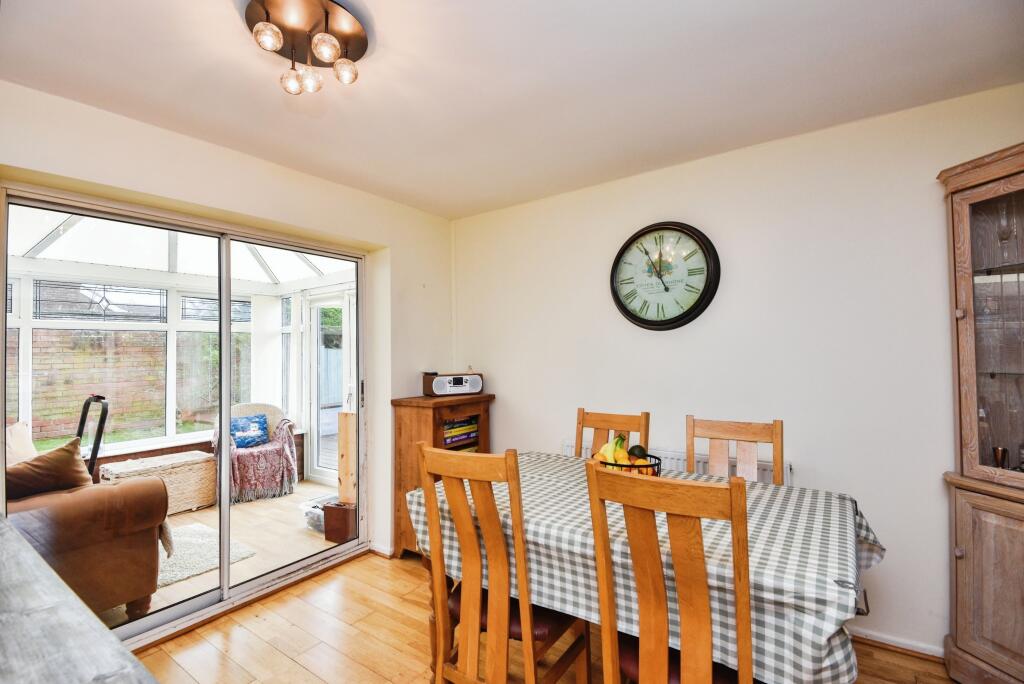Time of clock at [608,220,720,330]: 11:55
